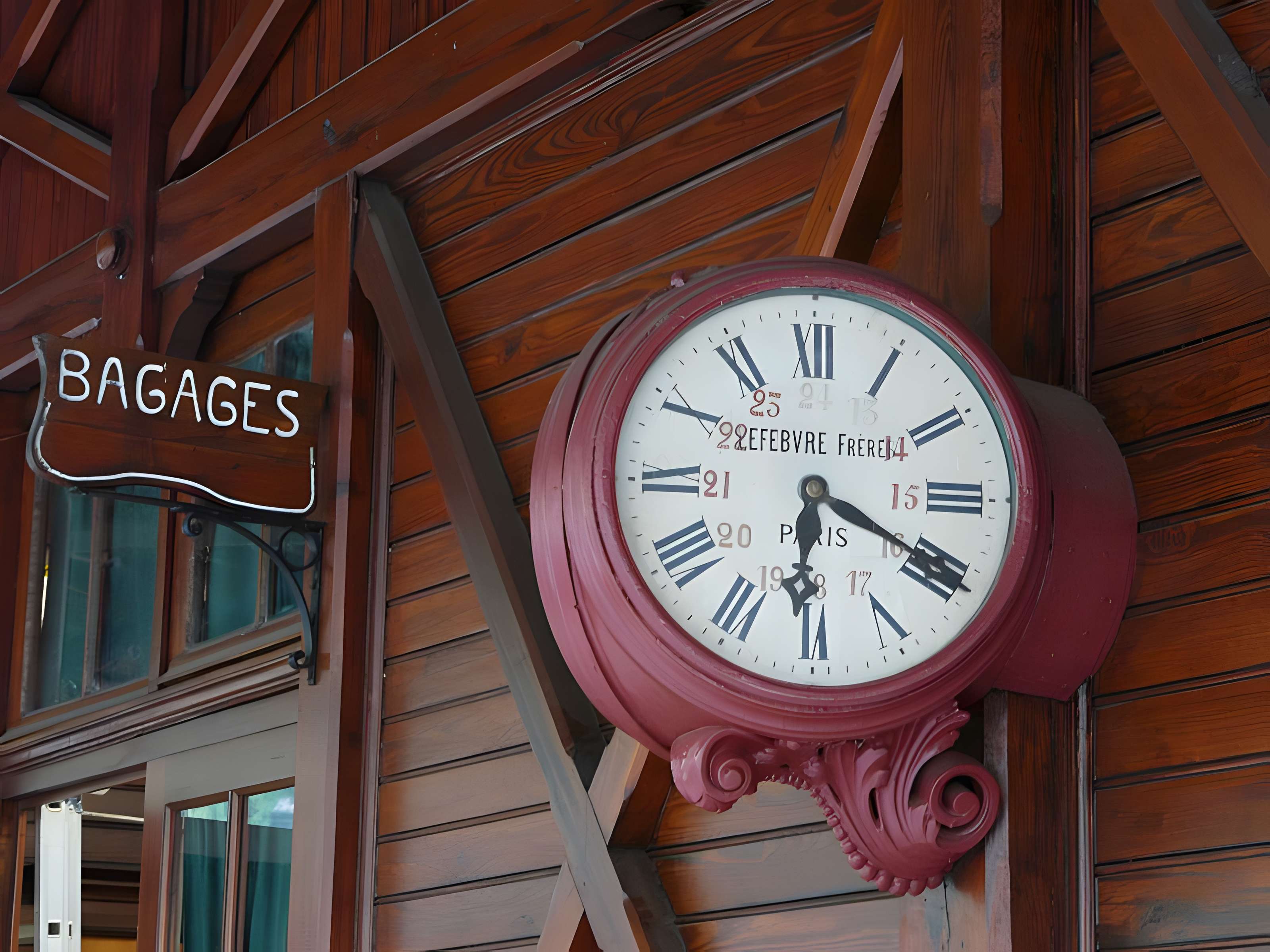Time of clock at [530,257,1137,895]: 6:19
